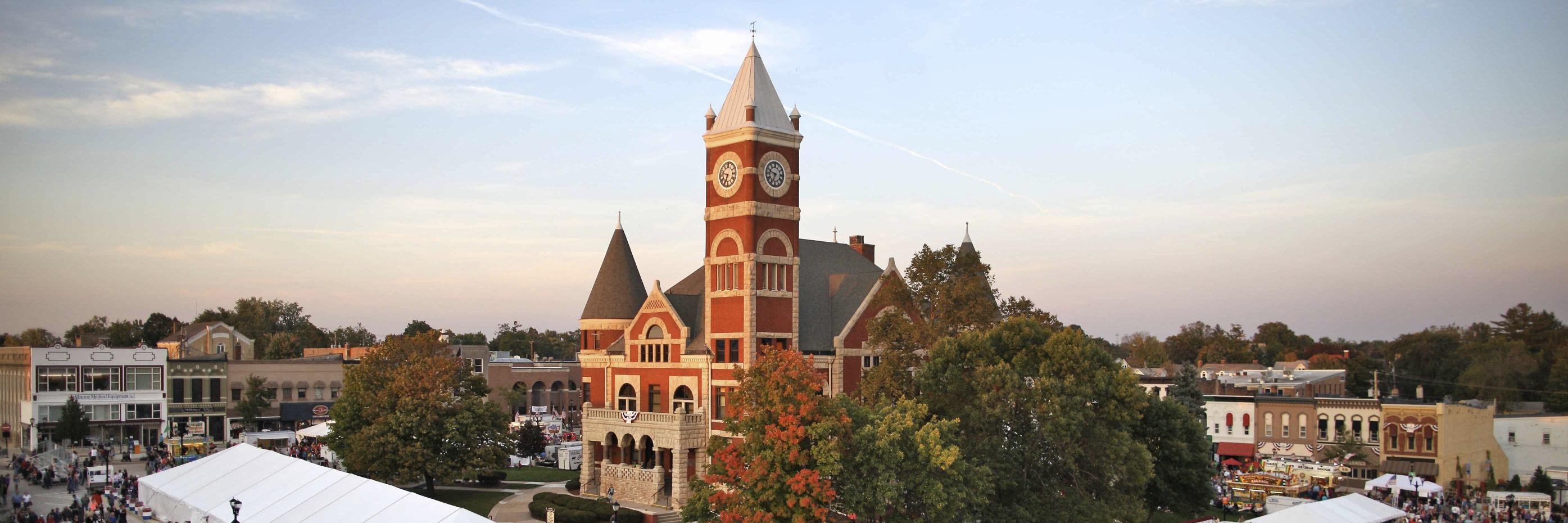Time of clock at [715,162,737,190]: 6:47
